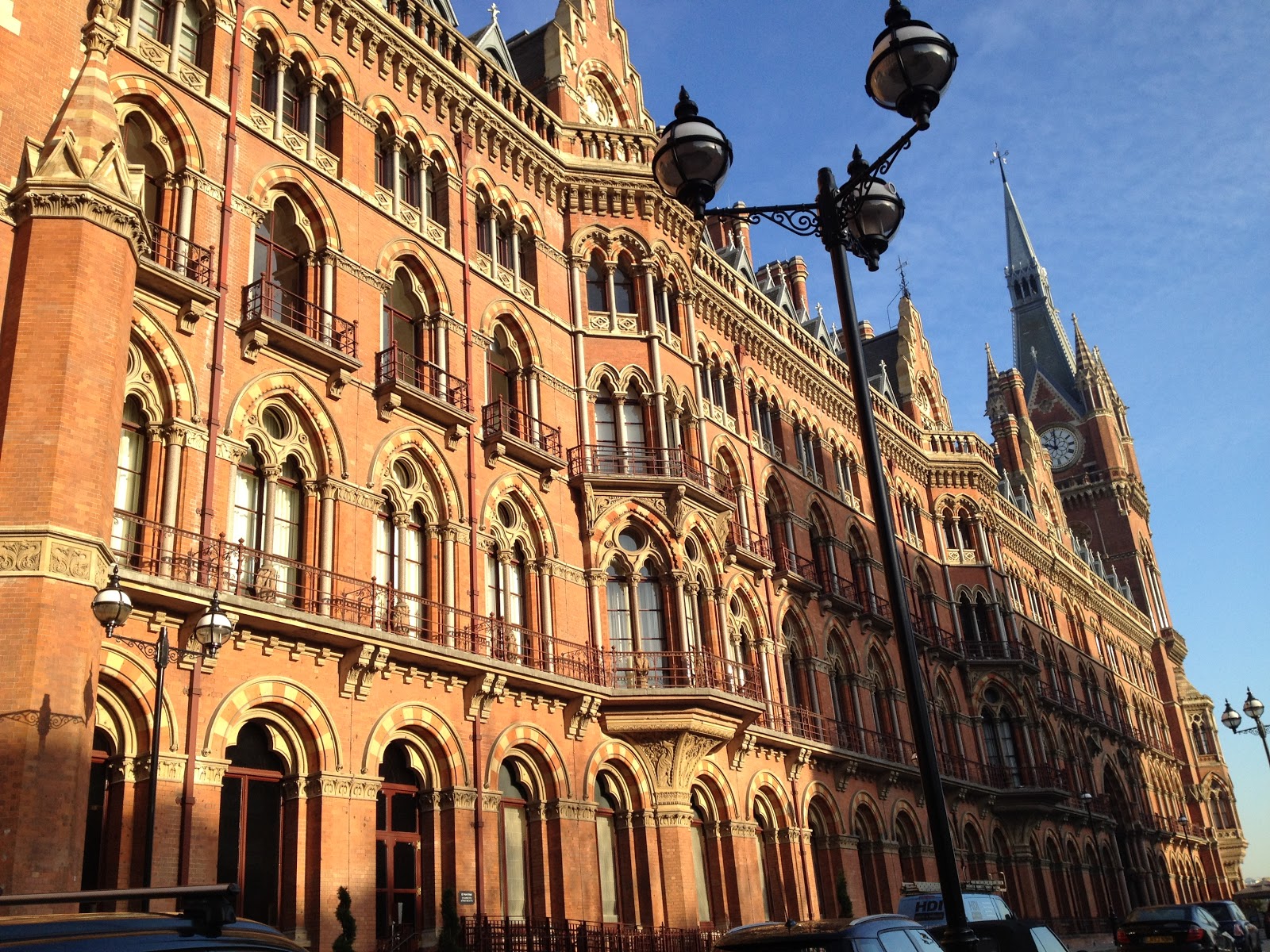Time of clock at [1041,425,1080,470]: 10:00
